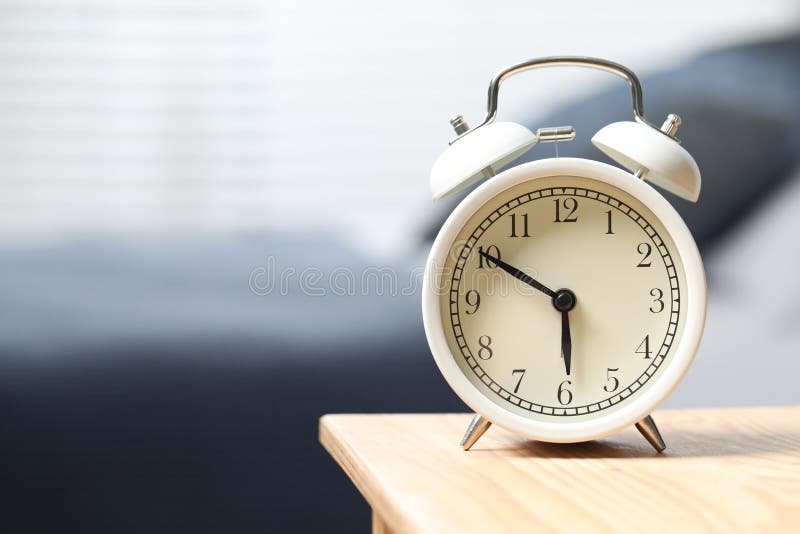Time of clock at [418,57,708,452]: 5:50
